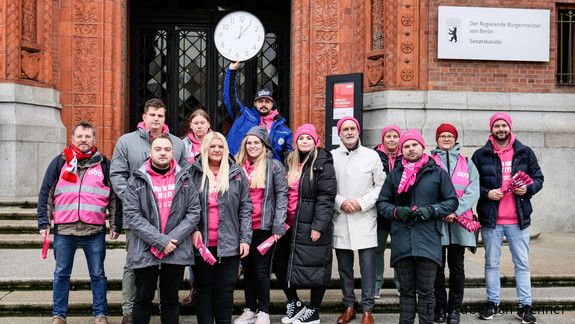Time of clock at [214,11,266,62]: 12:06
